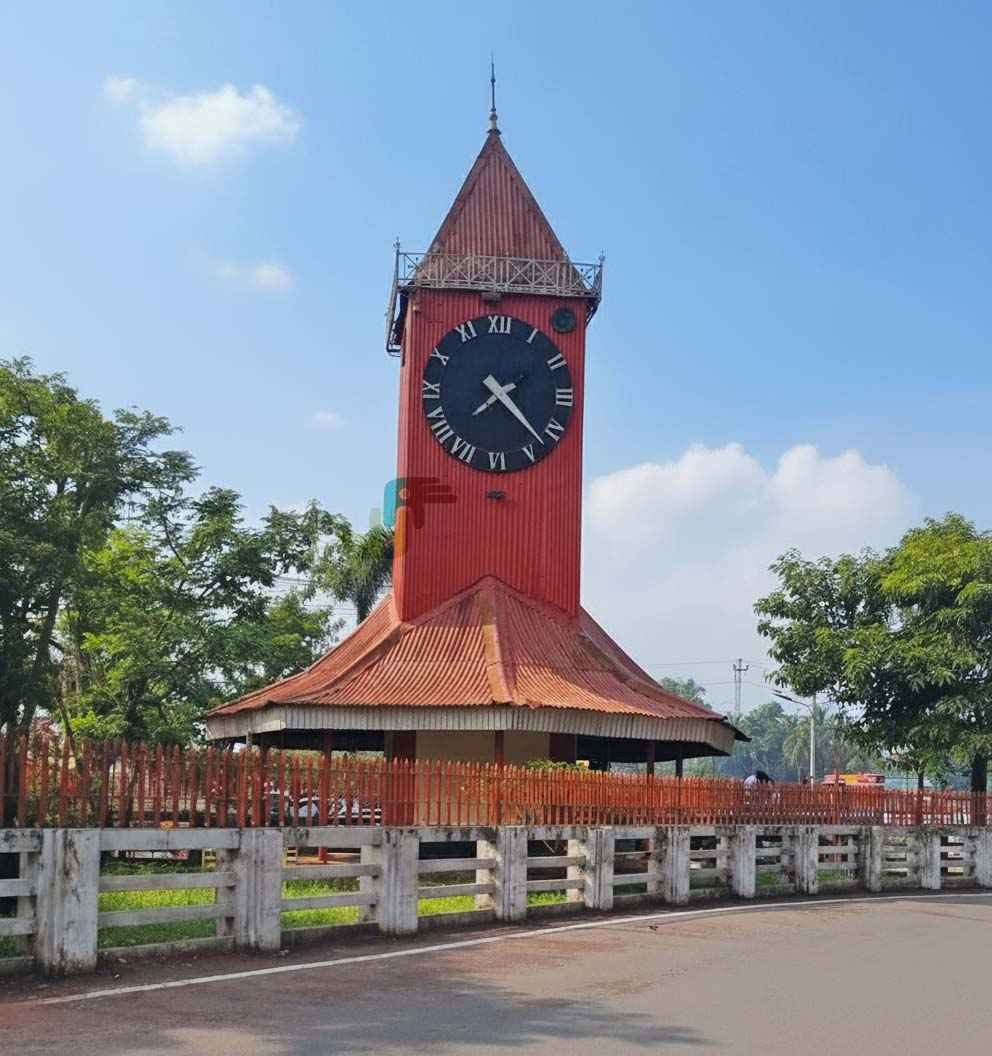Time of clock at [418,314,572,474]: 7:22
